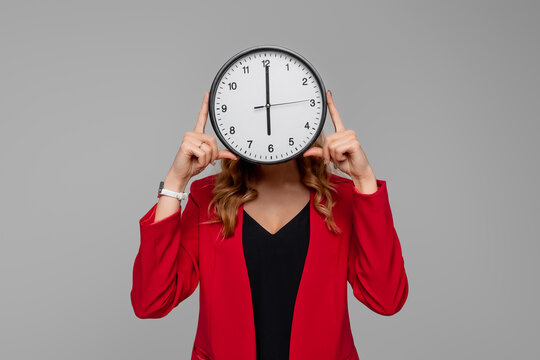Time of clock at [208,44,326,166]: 6:00
